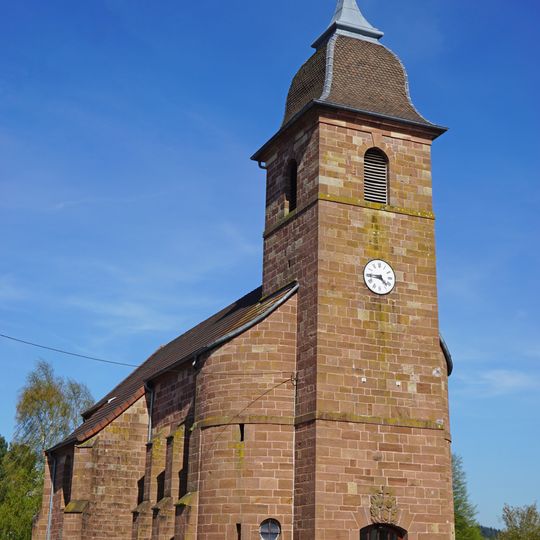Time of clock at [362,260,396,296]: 4:44
